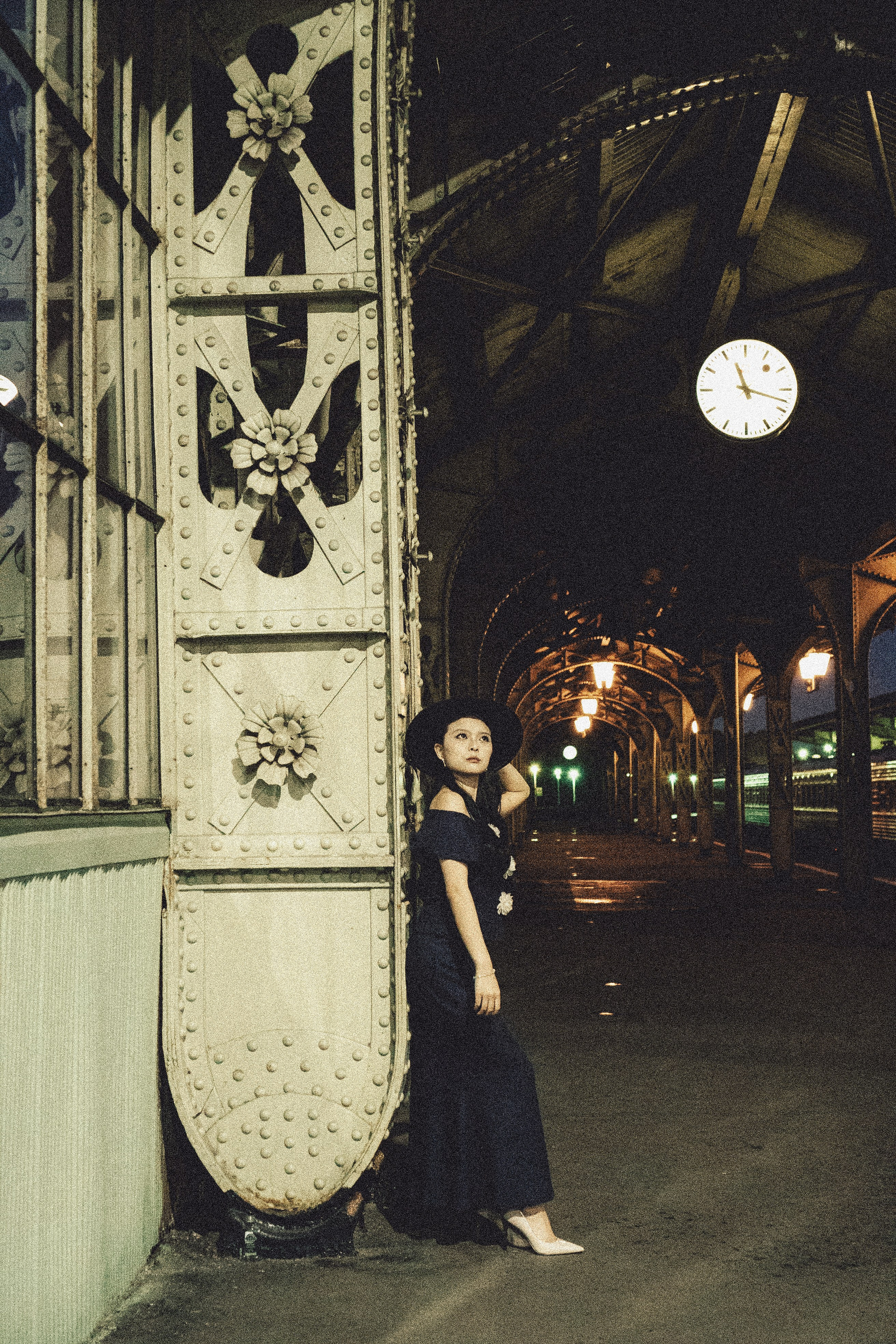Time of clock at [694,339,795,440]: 11:17
